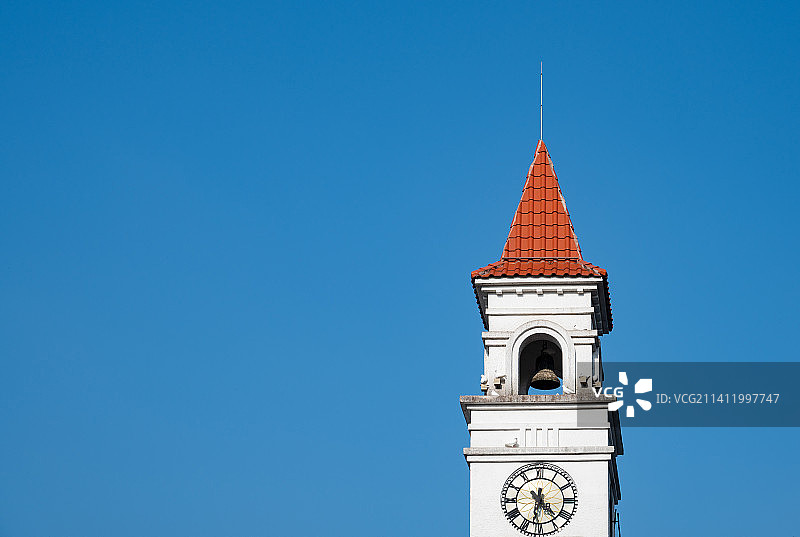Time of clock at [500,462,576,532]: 4:31
